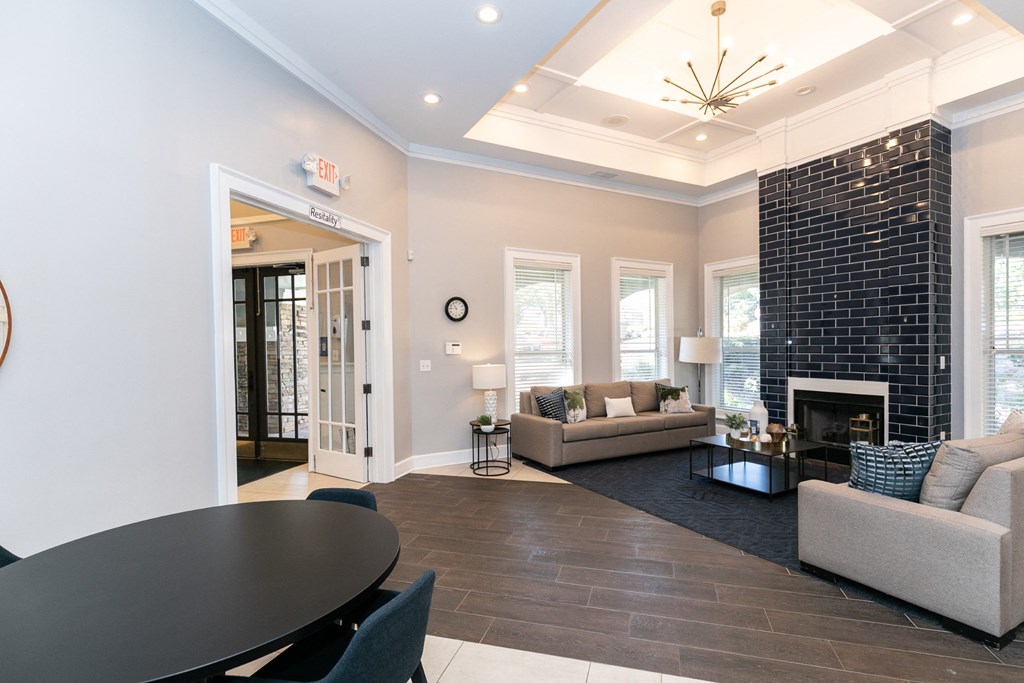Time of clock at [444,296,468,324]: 10:45
